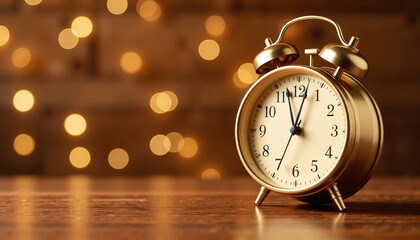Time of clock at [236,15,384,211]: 12:34
